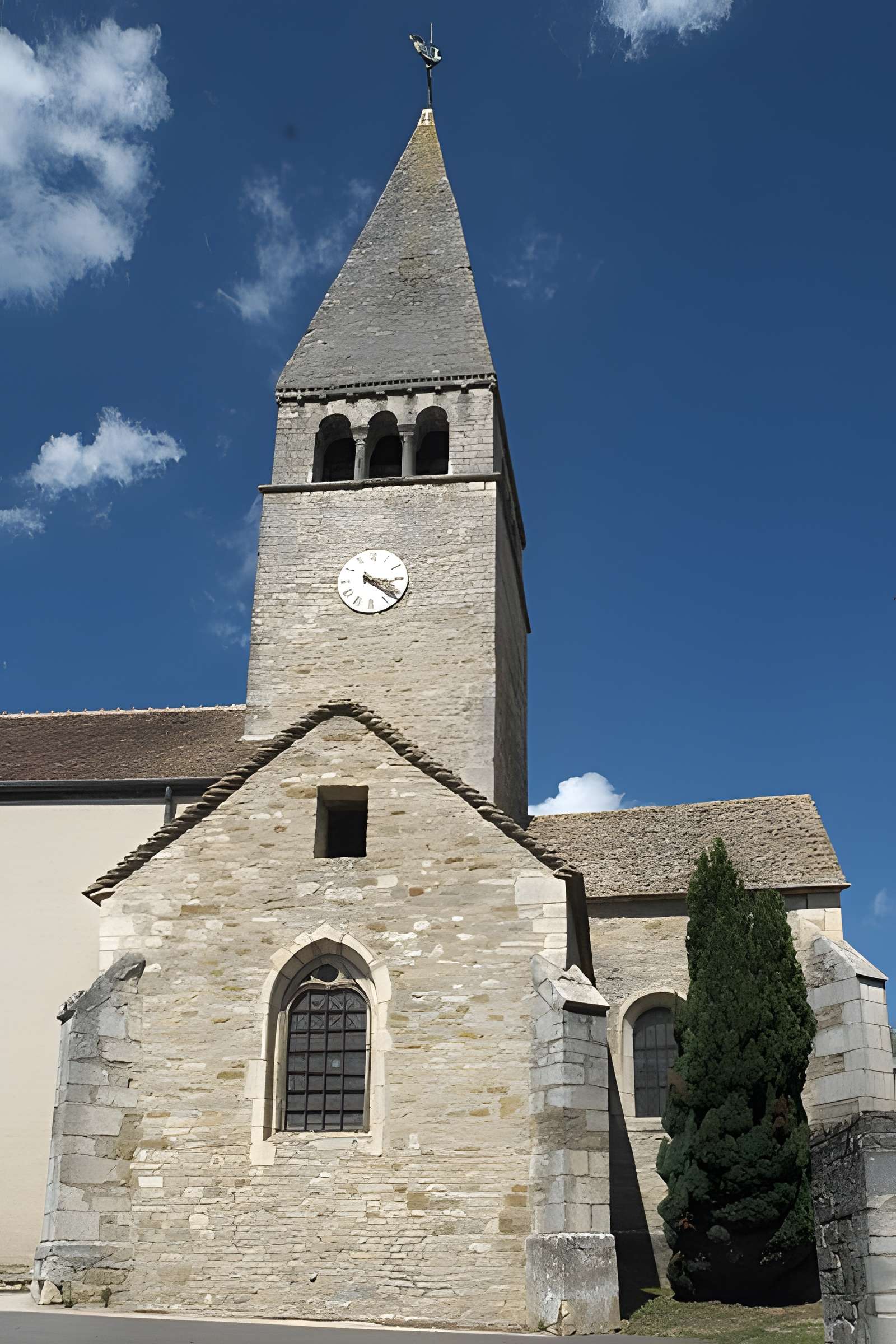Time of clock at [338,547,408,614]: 3:21
